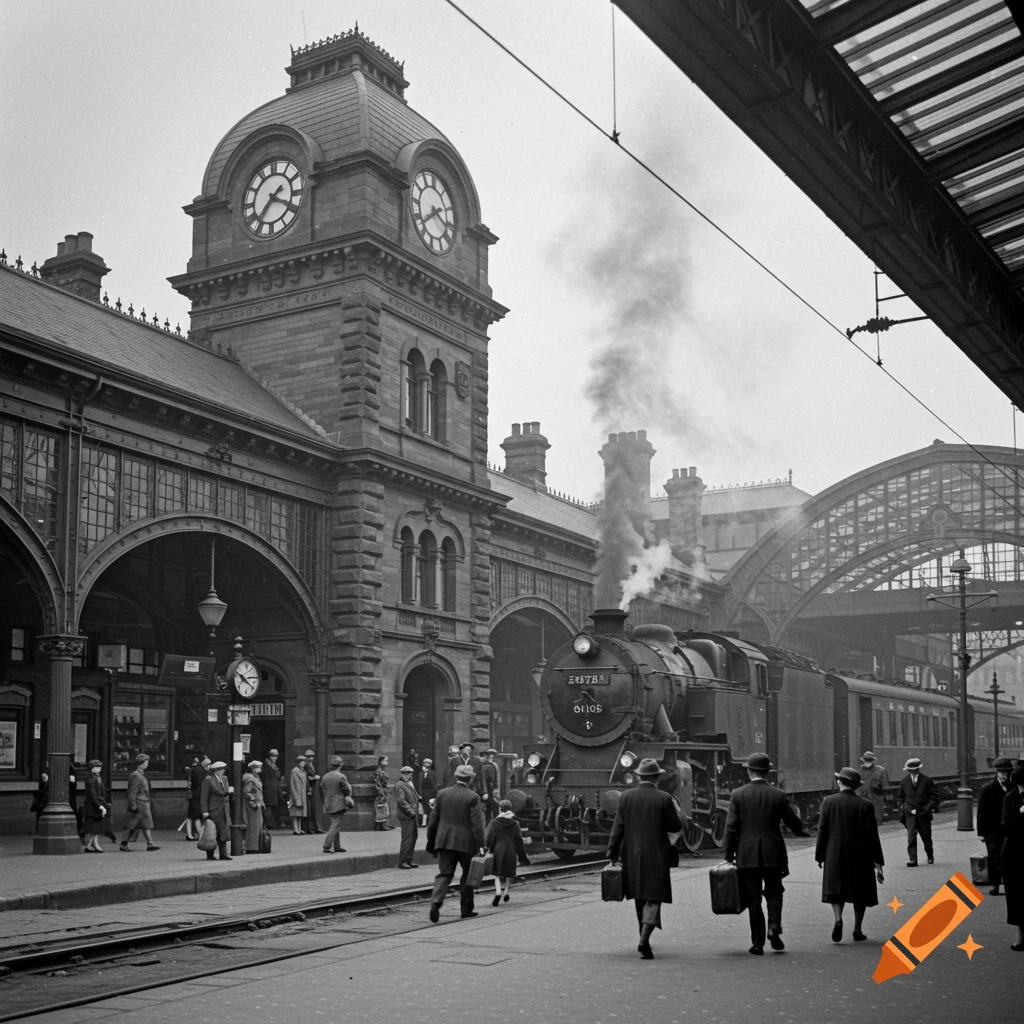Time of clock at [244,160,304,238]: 7:18
